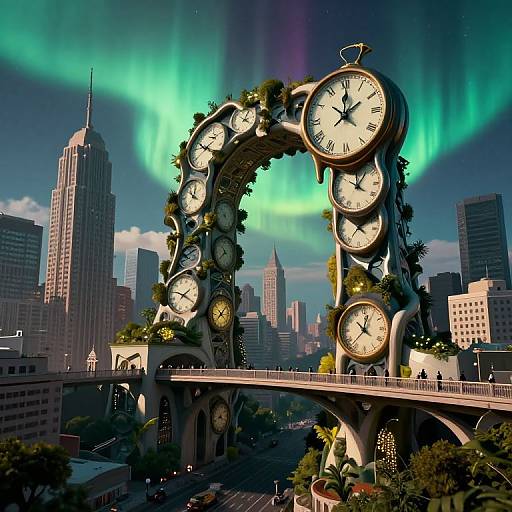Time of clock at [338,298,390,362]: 12:37
